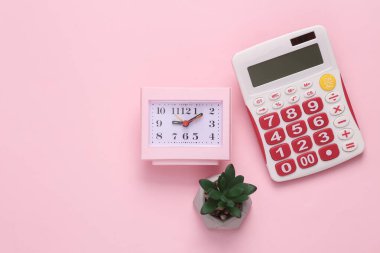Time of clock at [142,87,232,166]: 9:09
